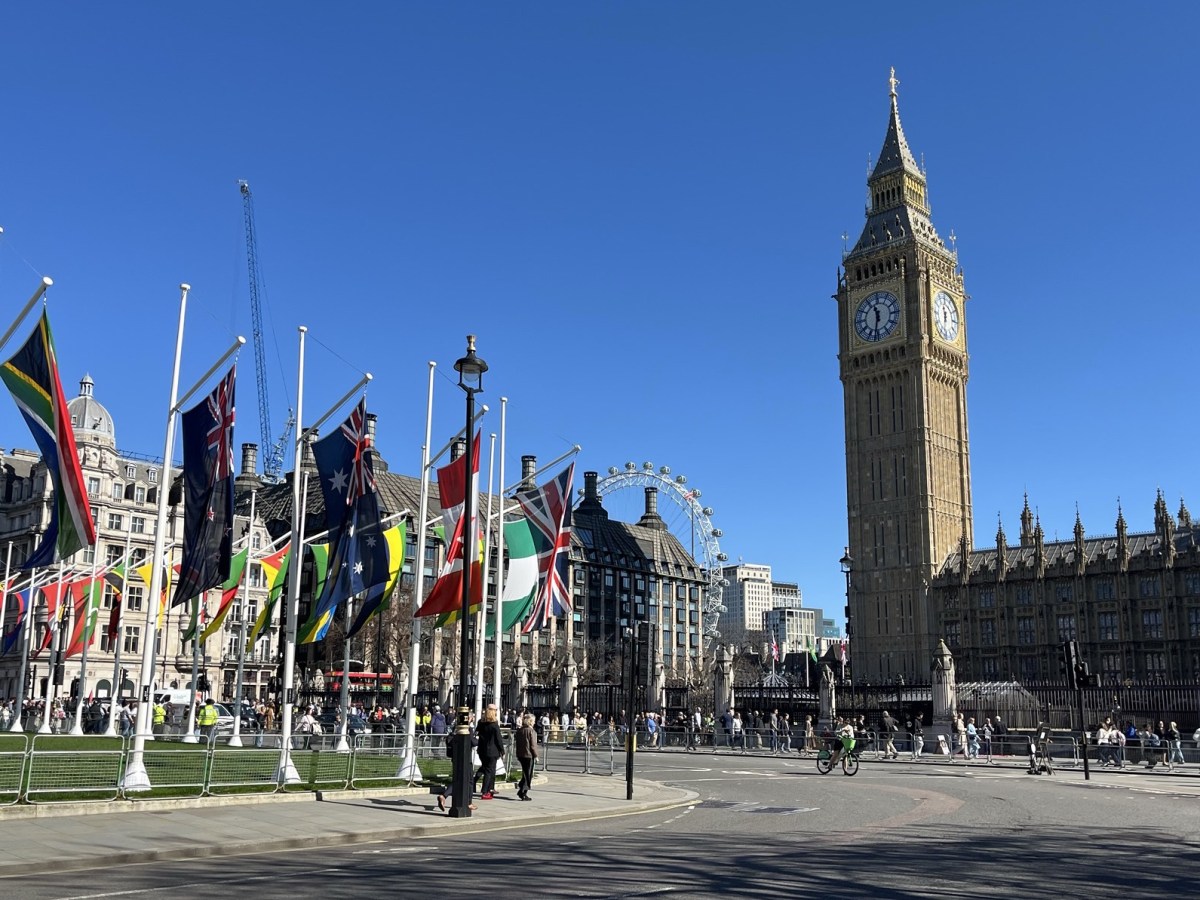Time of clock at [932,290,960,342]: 11:32
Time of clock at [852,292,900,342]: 11:32
